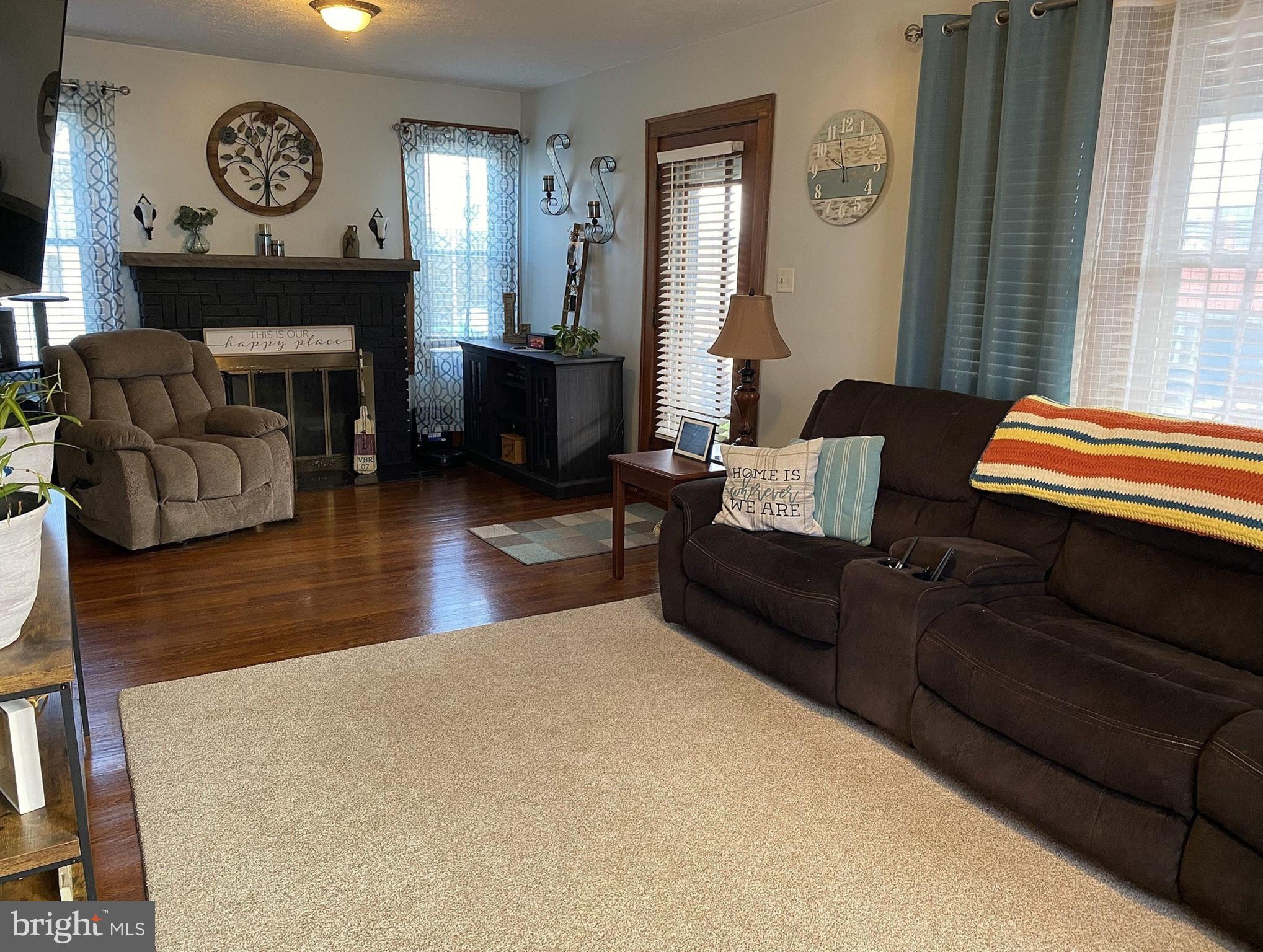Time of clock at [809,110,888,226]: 9:57
